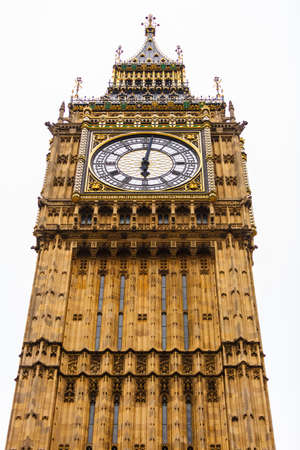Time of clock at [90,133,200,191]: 6:01
